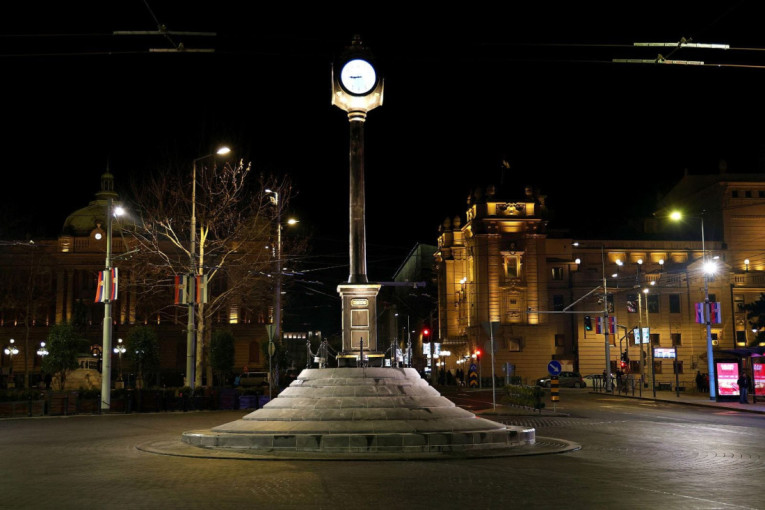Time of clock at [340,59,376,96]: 8:45
